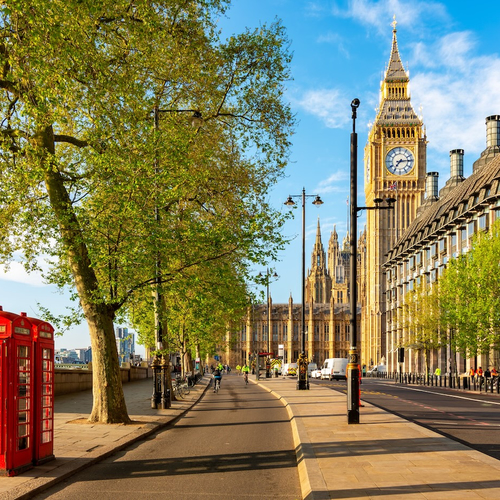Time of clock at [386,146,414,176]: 7:14
